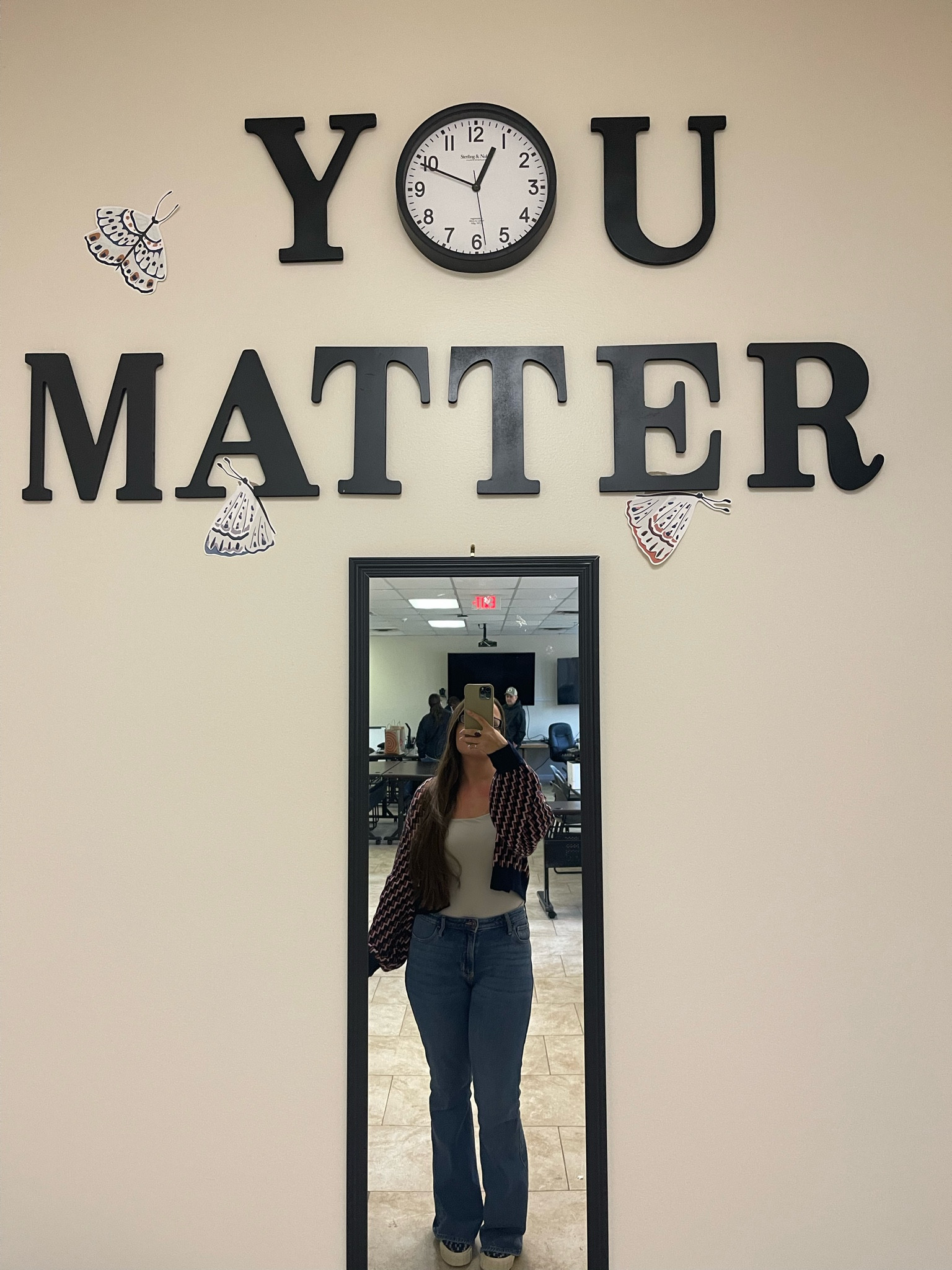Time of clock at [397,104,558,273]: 12:48
